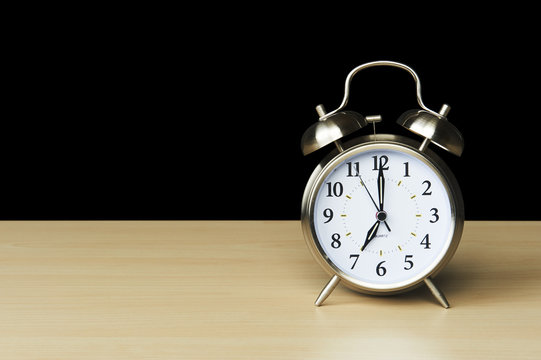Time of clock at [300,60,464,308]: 7:00
